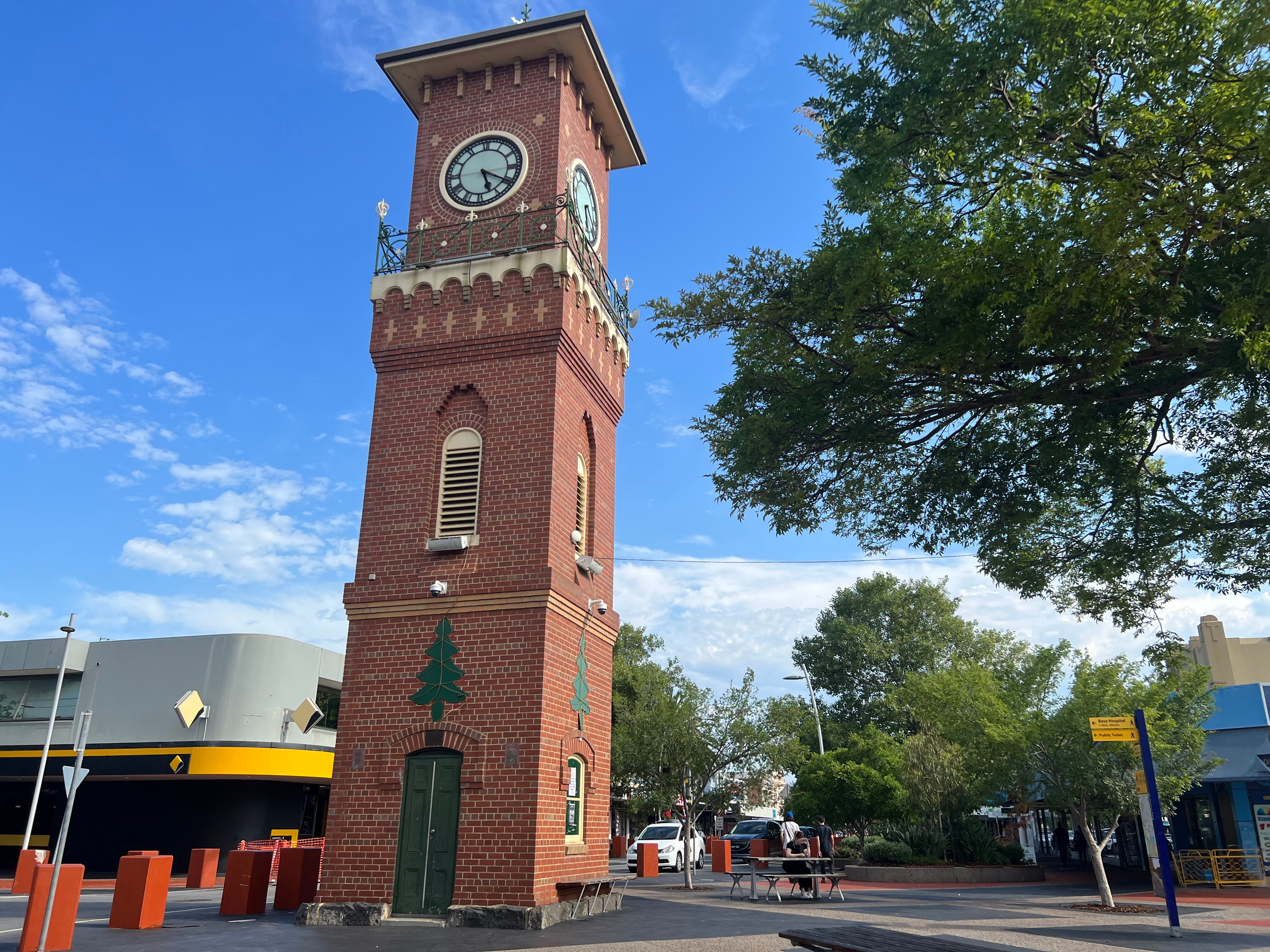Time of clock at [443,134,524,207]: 5:20
